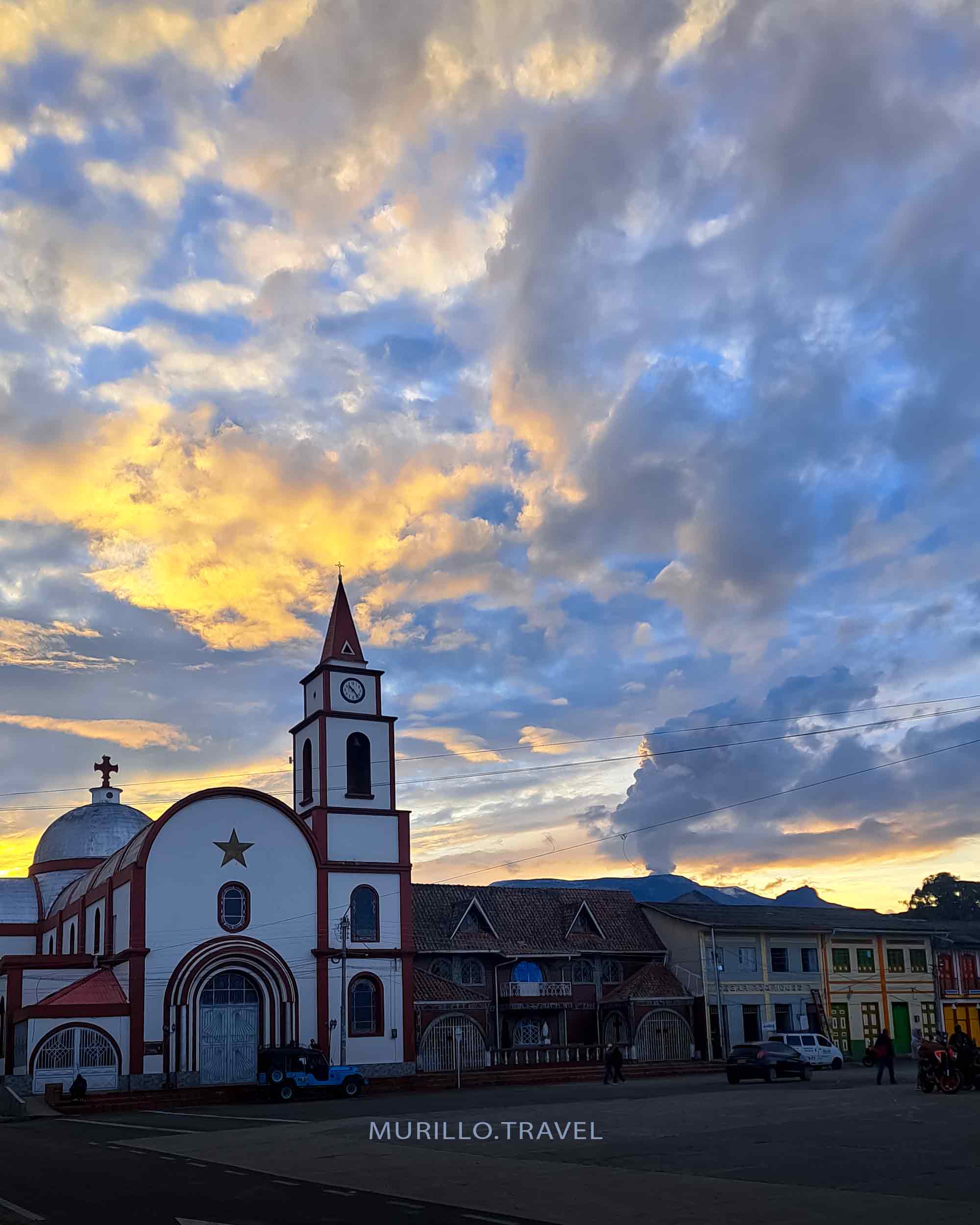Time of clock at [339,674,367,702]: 10:23
